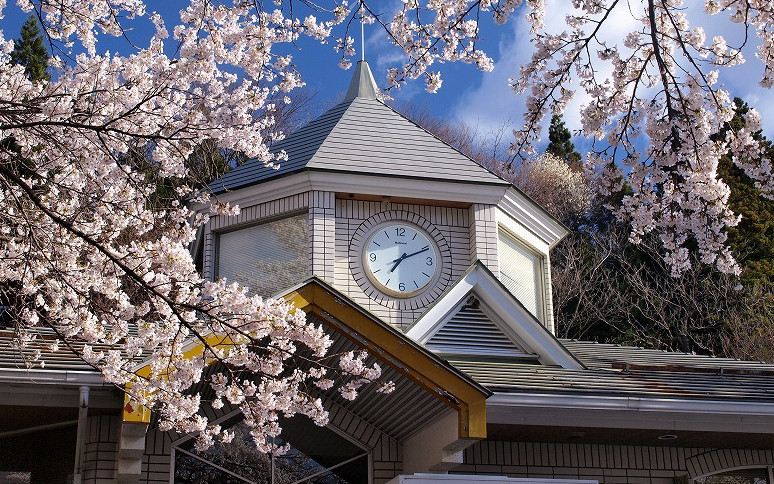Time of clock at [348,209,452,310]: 7:10
